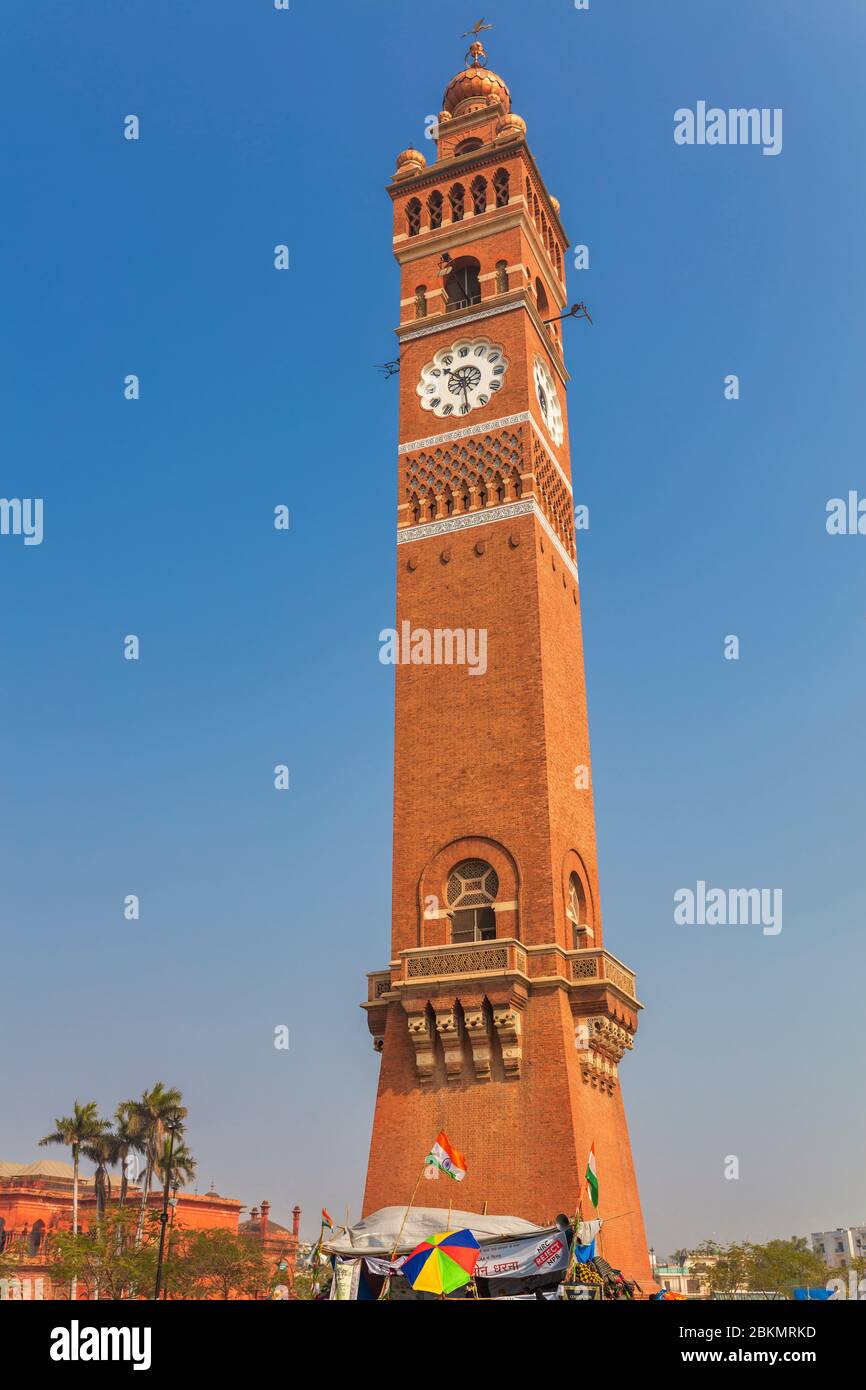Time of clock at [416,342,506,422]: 10:29
